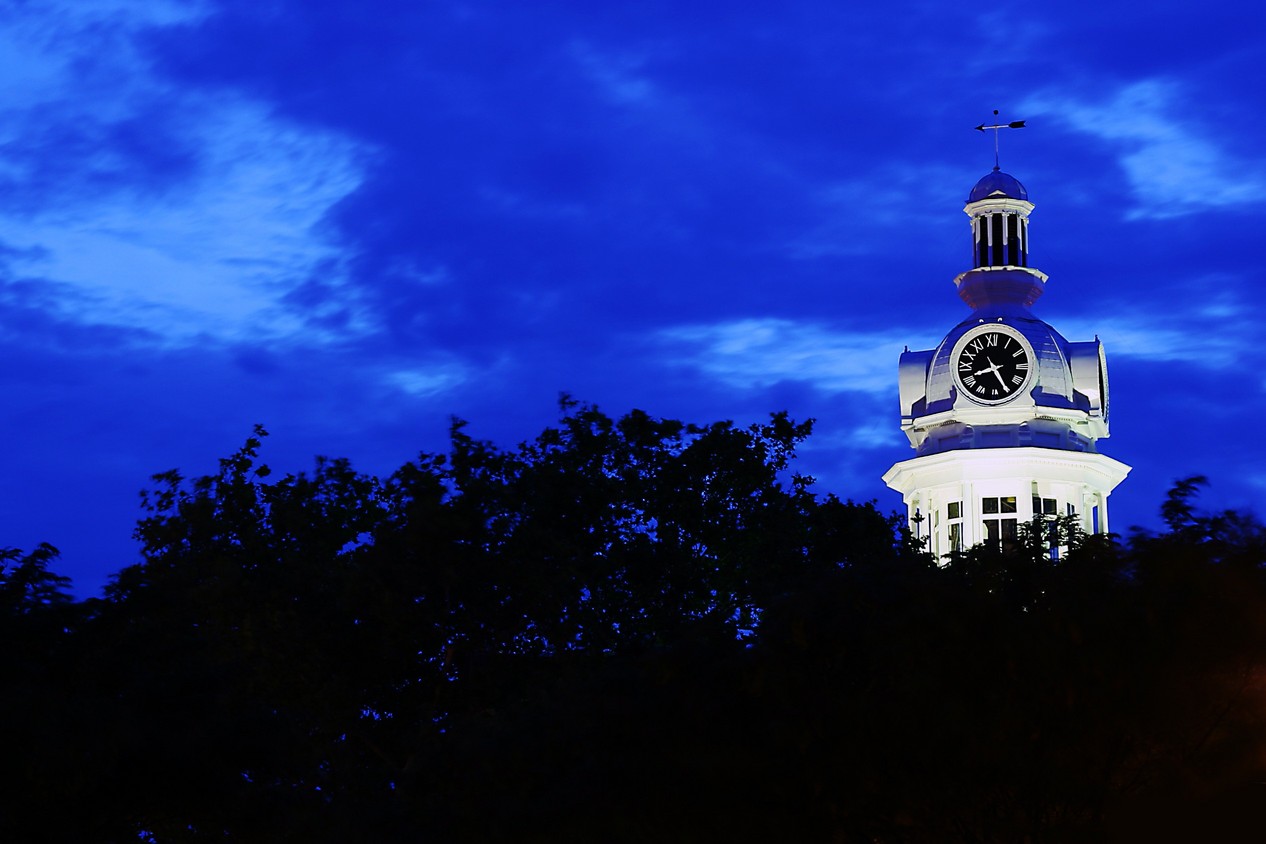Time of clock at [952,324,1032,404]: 8:25
